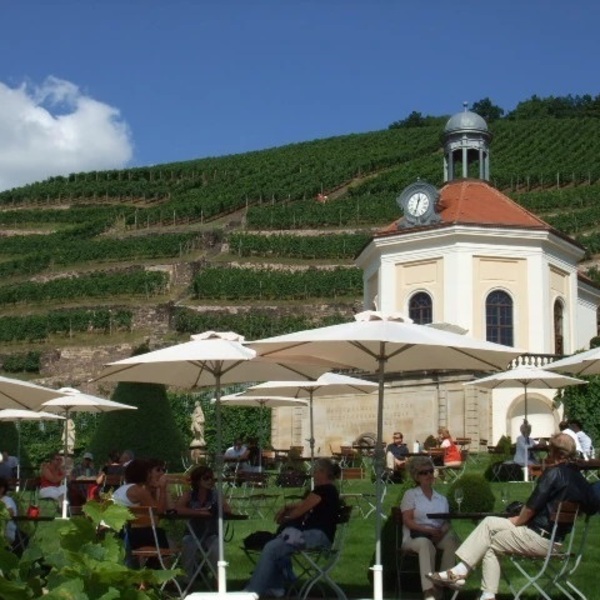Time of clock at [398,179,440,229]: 12:33
